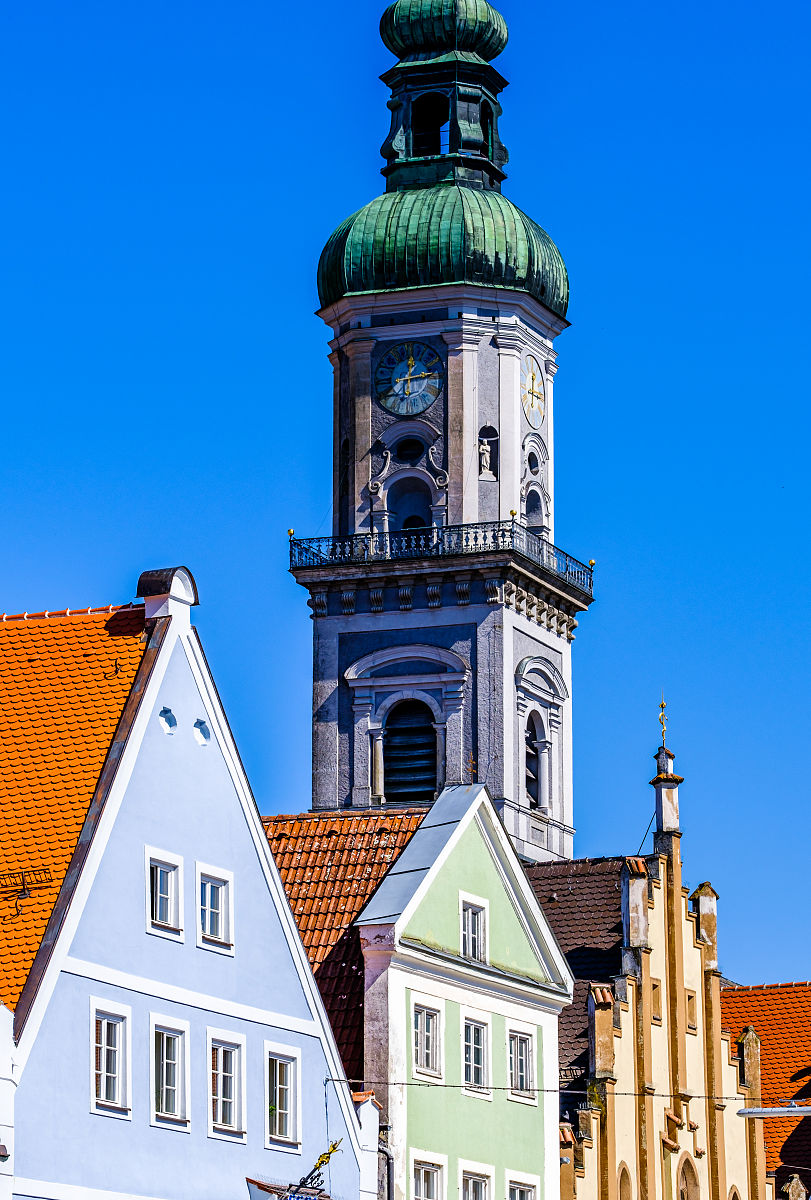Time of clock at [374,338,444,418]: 12:13
